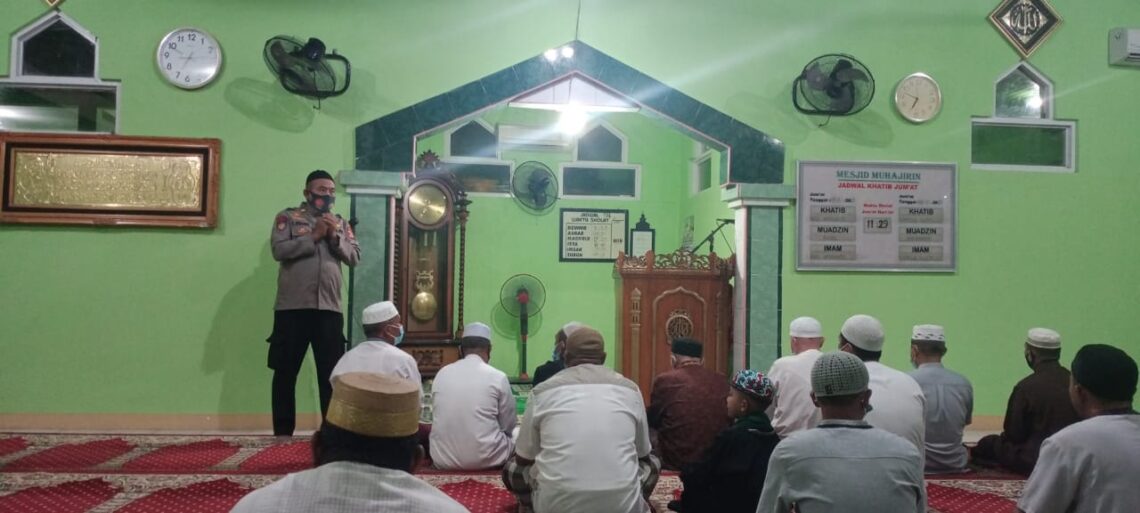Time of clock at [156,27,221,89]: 6:48
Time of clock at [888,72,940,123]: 6:47
